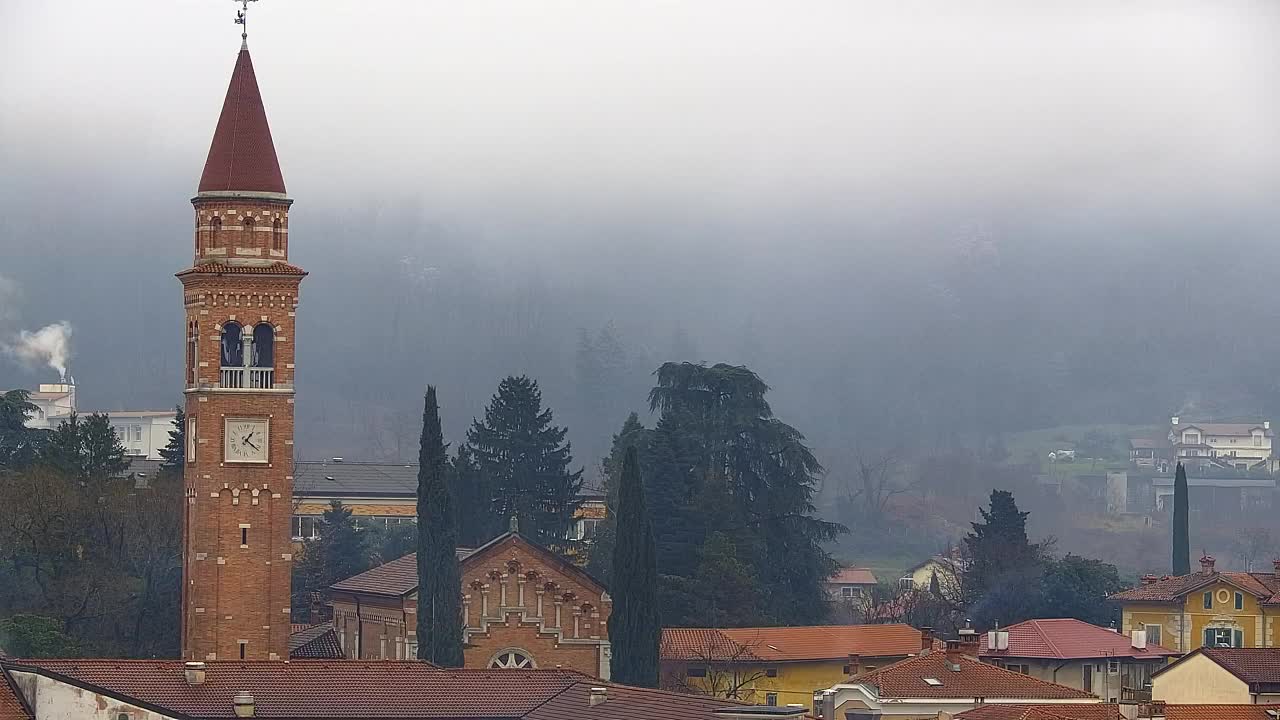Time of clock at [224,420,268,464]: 1:21
